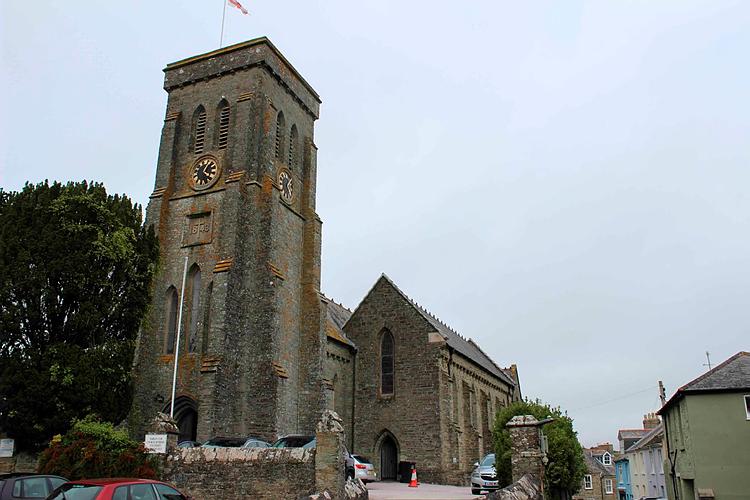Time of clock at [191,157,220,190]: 4:04
